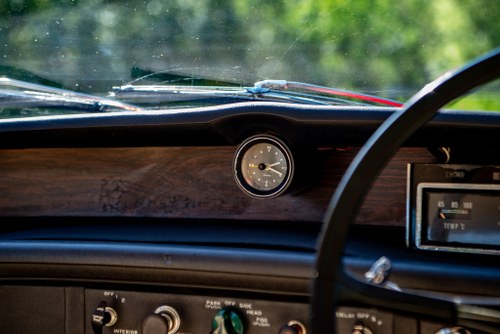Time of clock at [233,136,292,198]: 2:18
